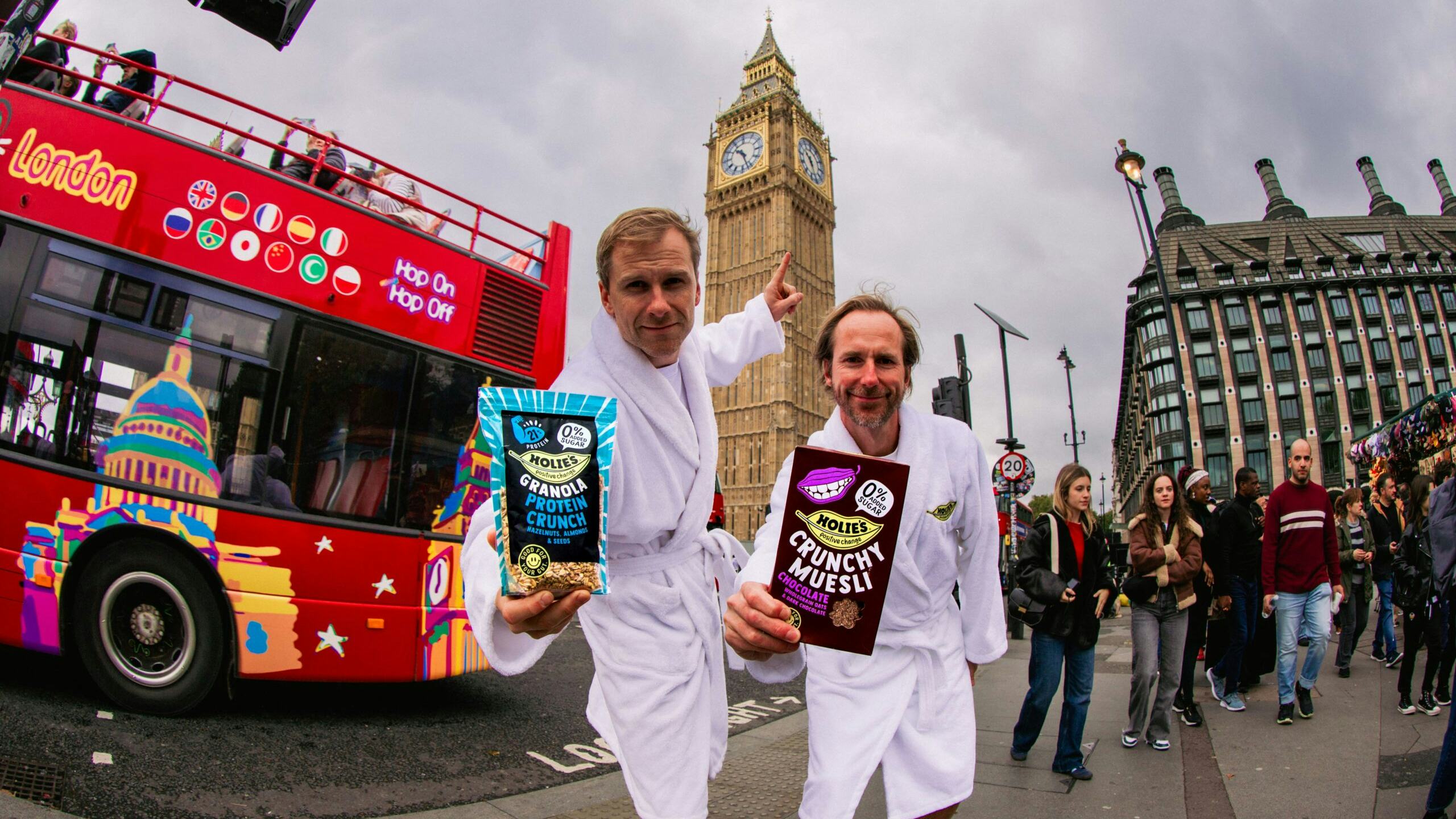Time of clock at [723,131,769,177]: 10:26
